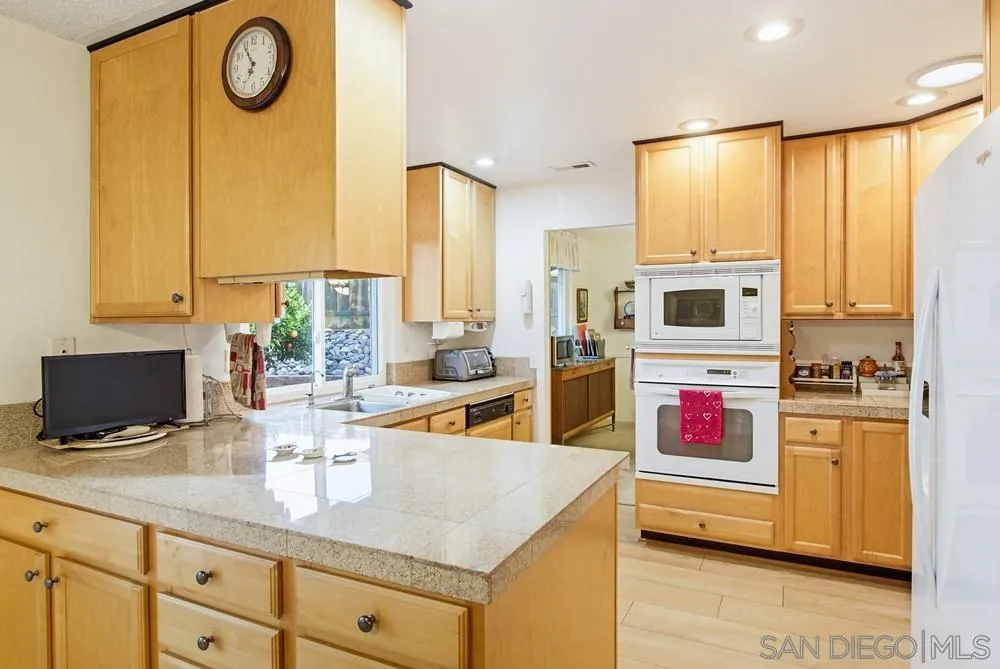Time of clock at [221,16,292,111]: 6:54
